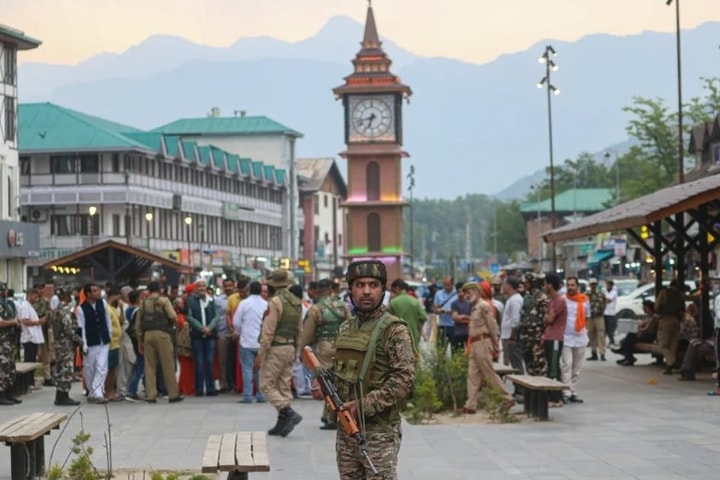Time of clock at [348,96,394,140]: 6:42
